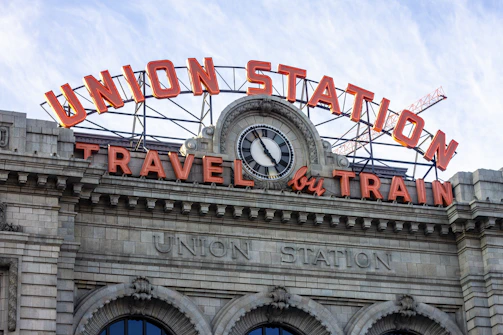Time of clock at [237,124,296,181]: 4:55
